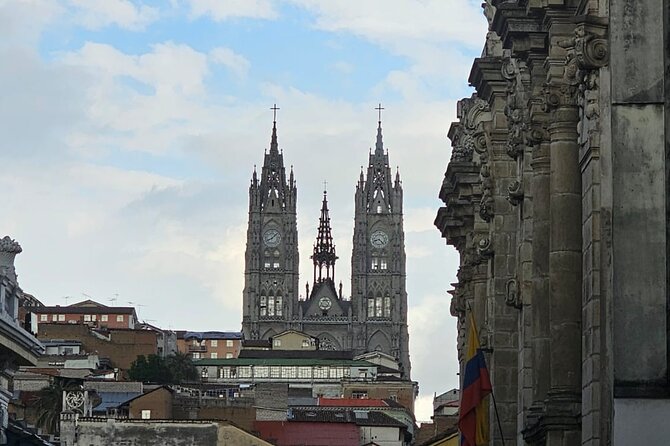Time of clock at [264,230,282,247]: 8:07
